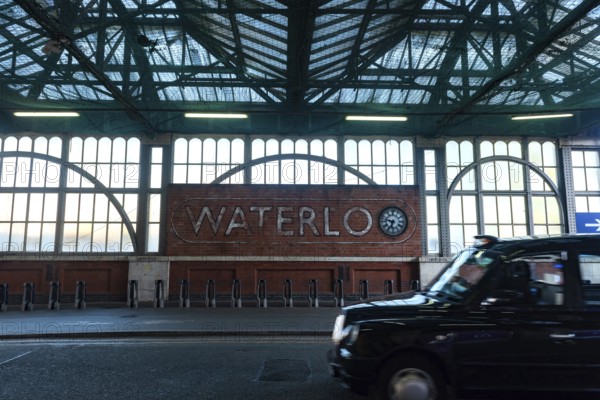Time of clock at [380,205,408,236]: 6:47
